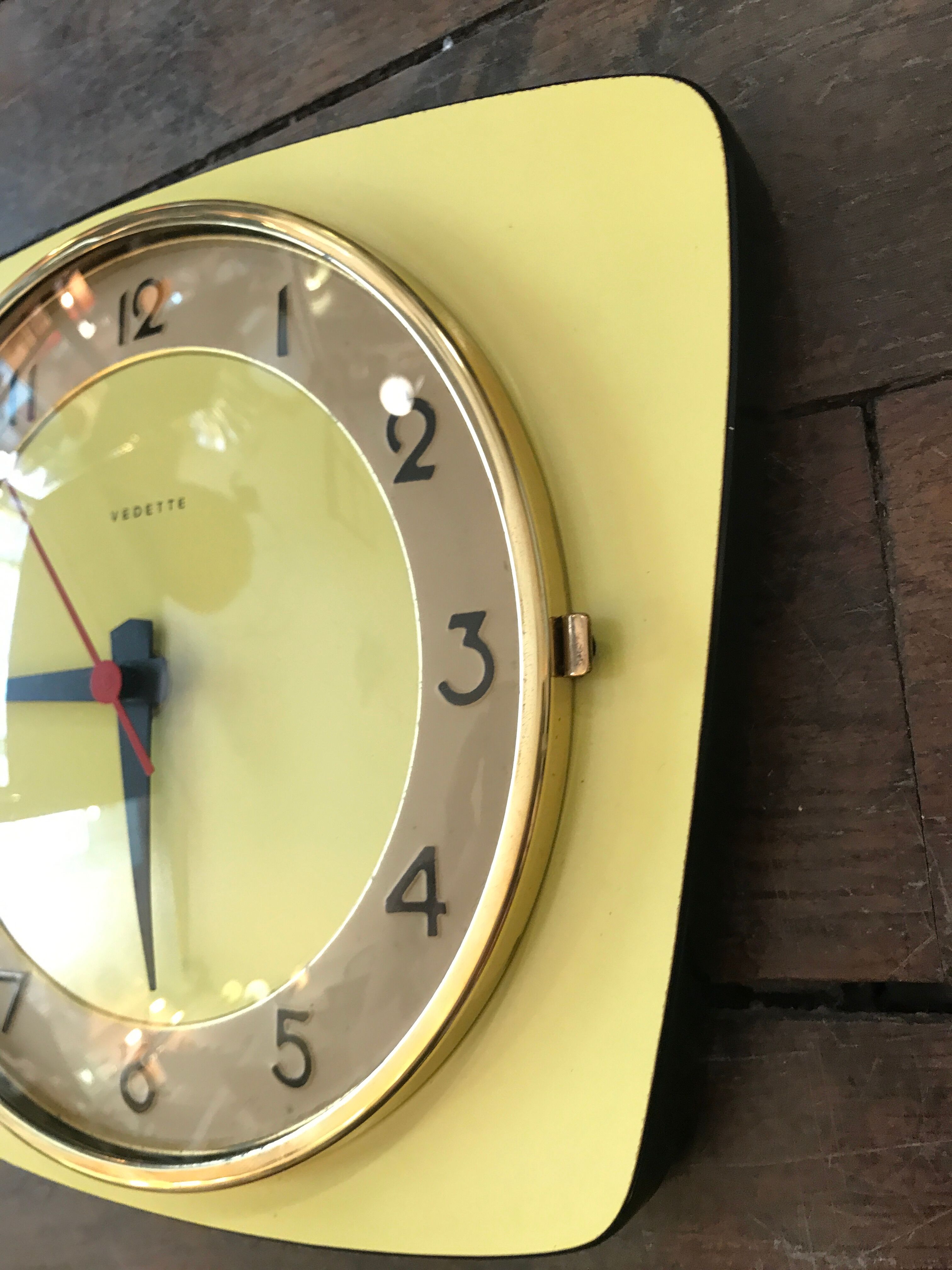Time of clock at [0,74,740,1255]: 8:29
